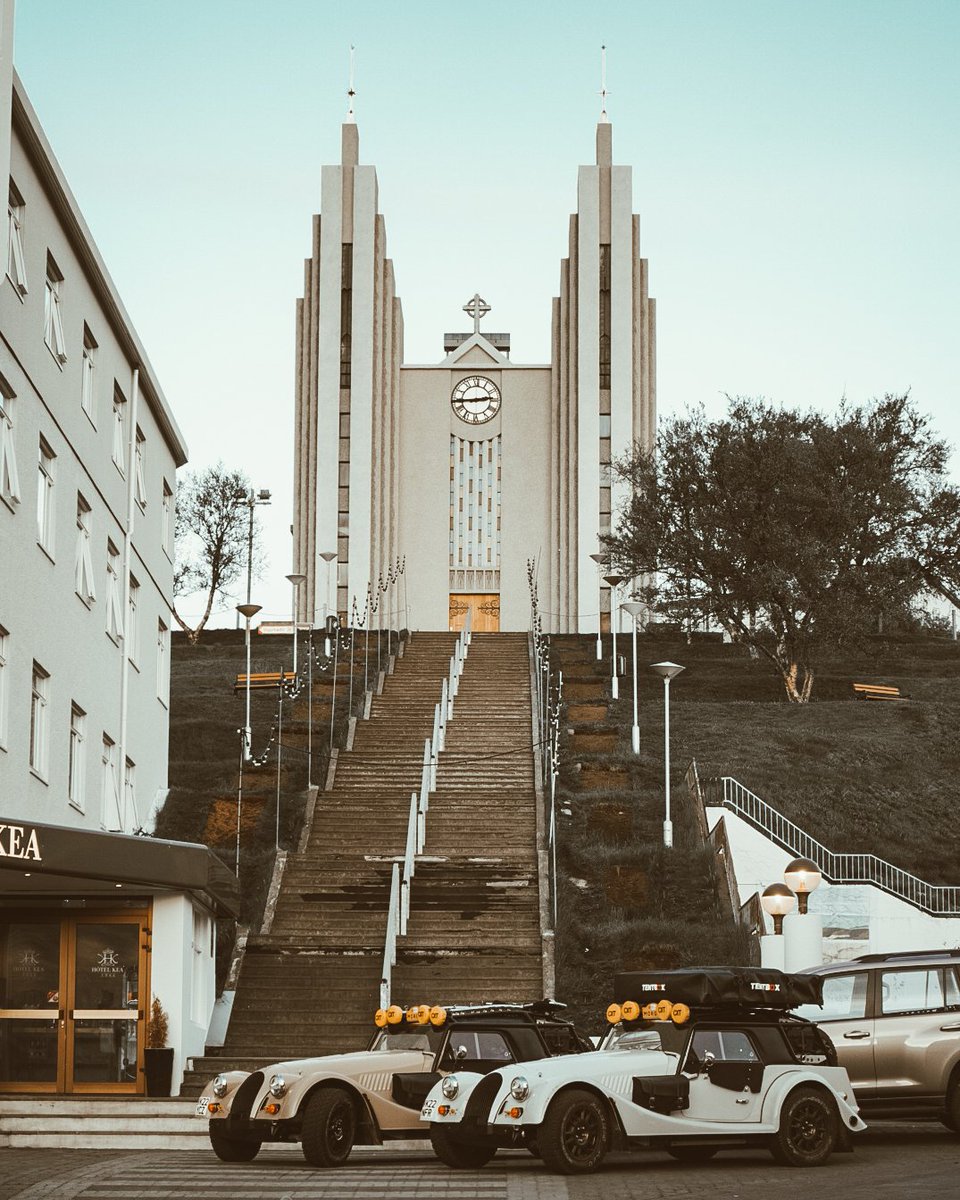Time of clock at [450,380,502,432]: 2:44
